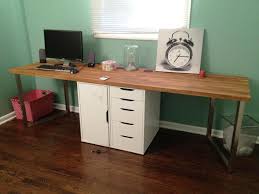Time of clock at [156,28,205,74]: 7:15
